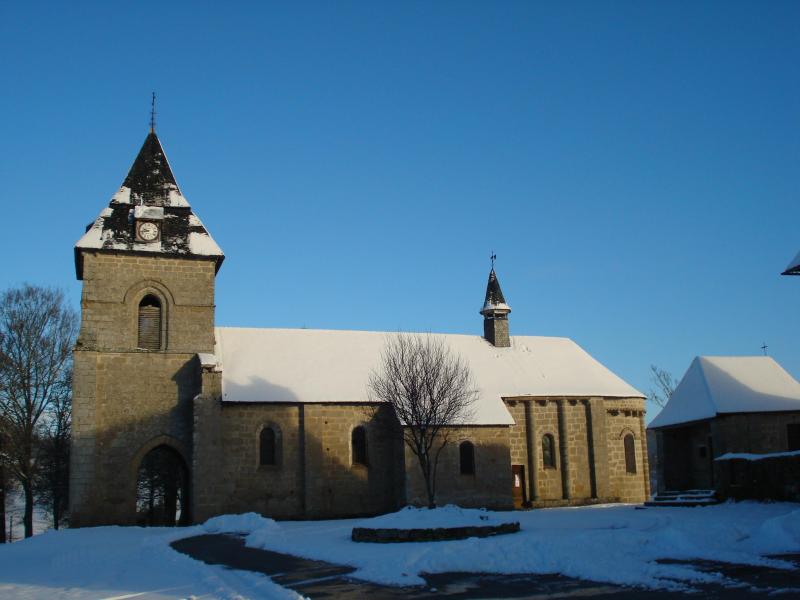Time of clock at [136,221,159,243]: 9:43
